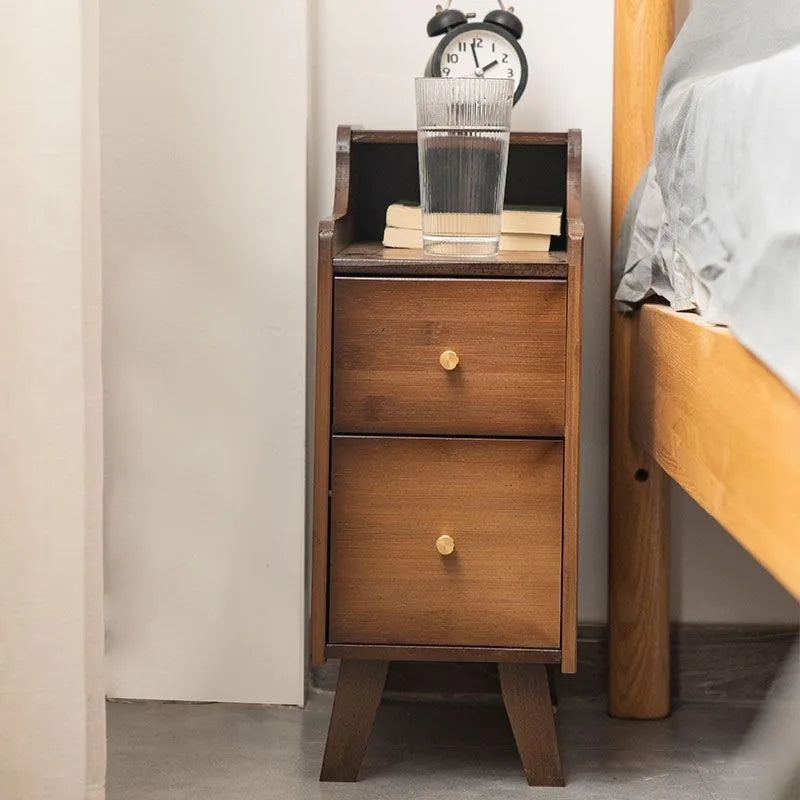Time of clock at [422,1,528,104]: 1:57
